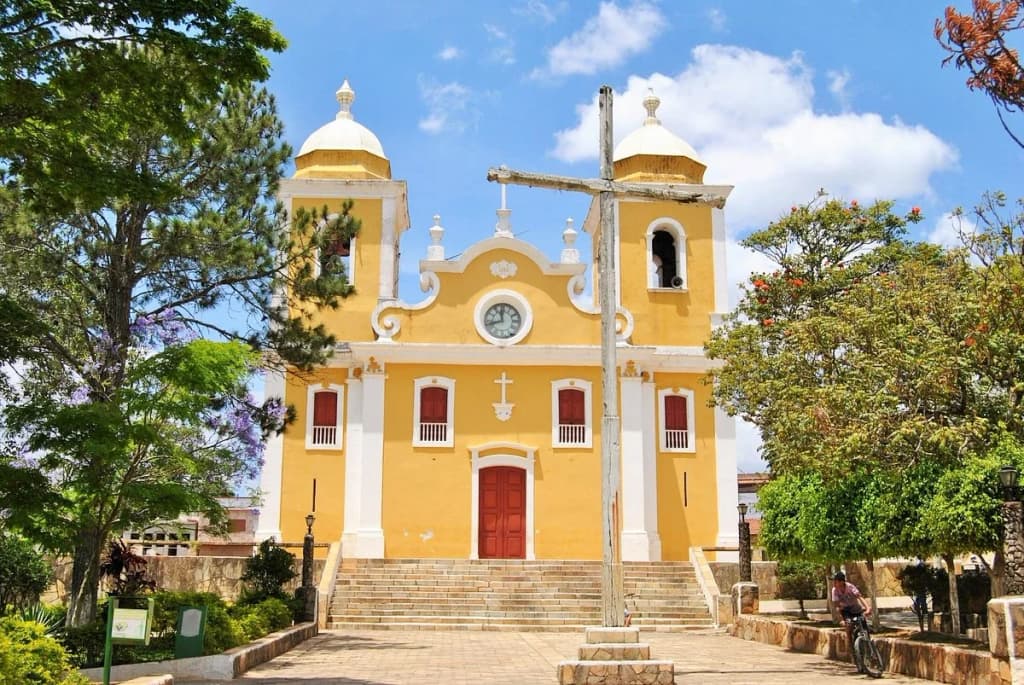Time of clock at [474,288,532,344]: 11:41
